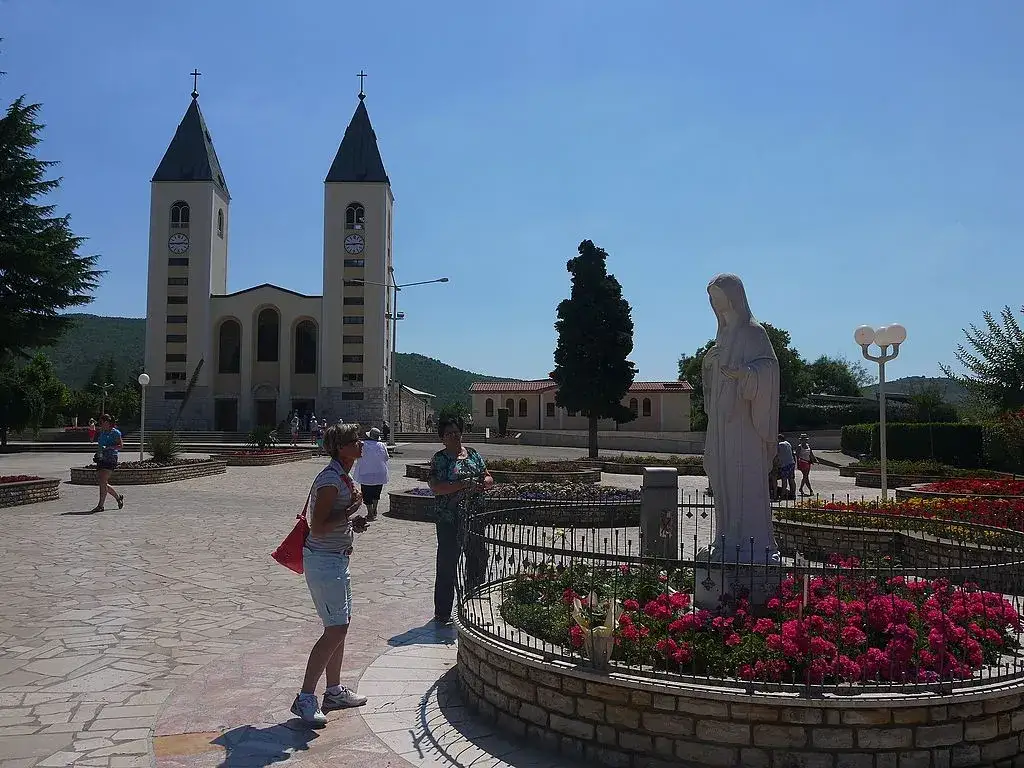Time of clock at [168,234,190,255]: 2:45
